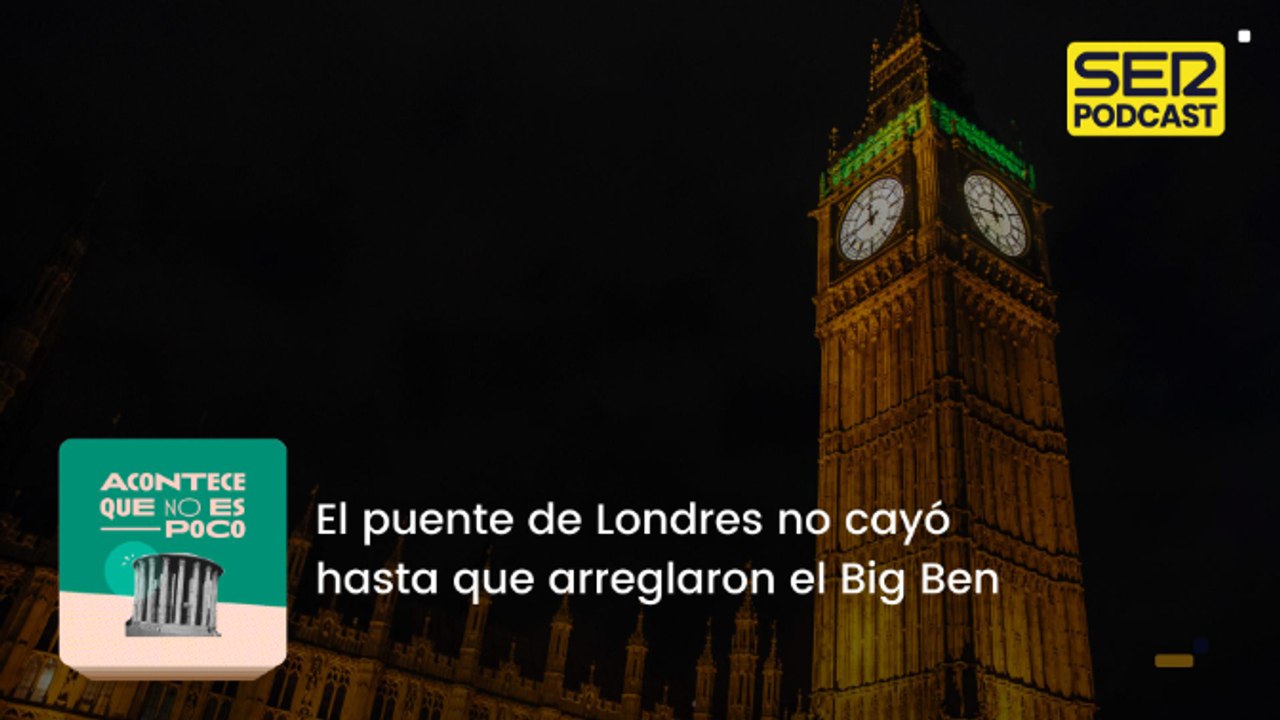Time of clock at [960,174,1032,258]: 11:42
